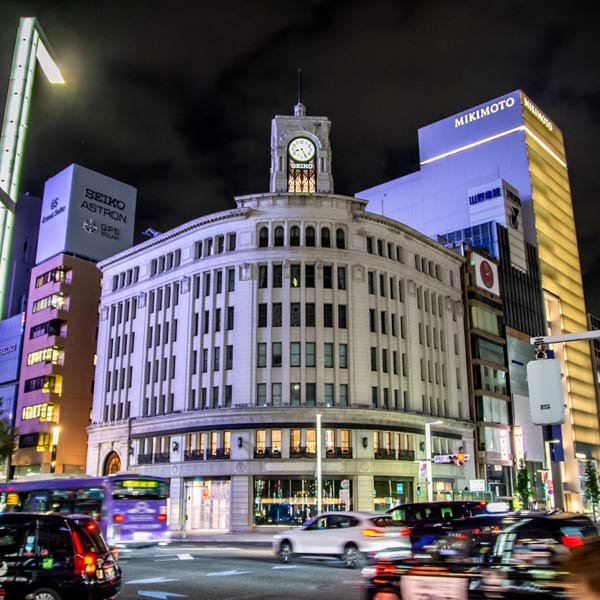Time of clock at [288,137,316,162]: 8:25
